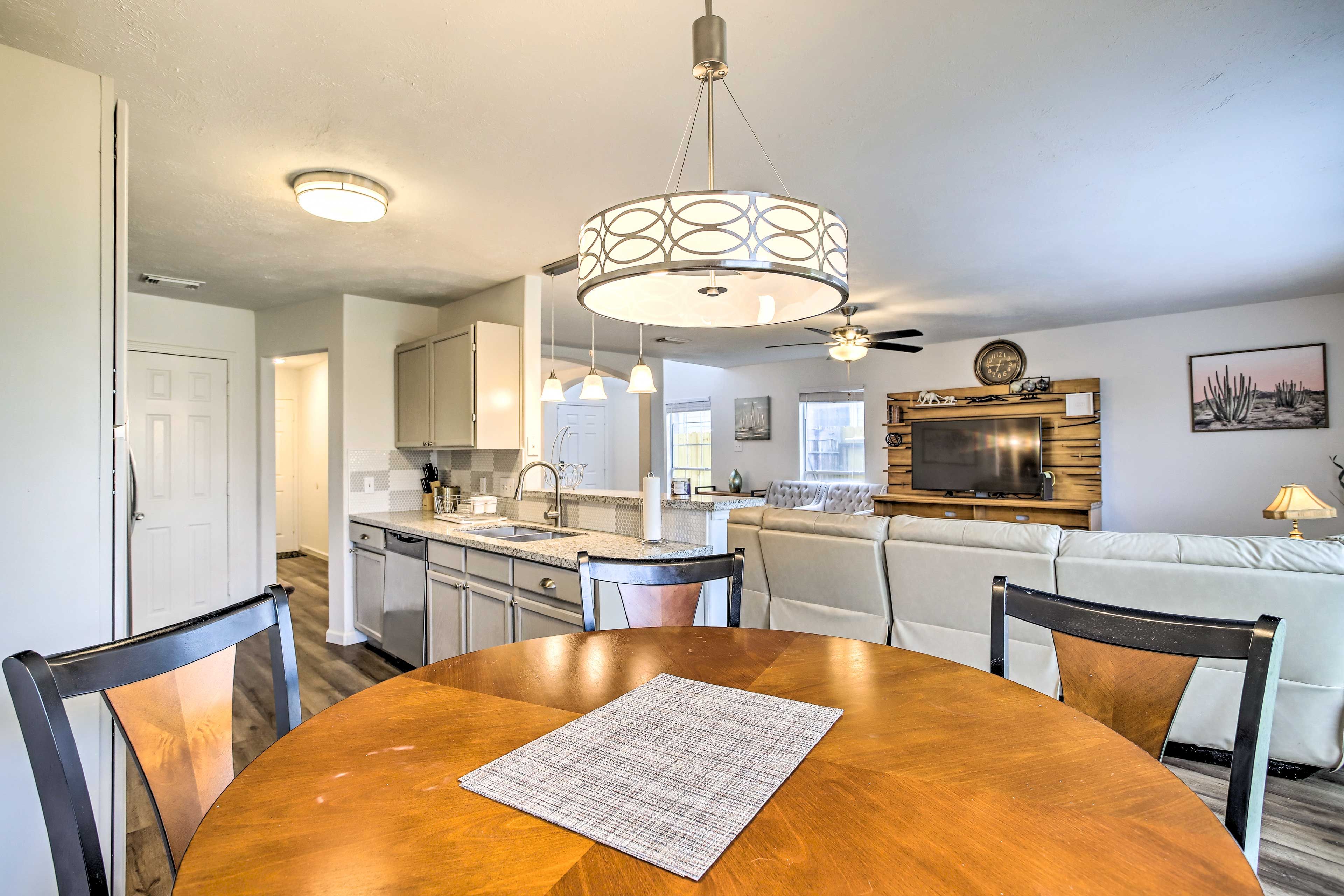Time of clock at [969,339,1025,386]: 6:44
